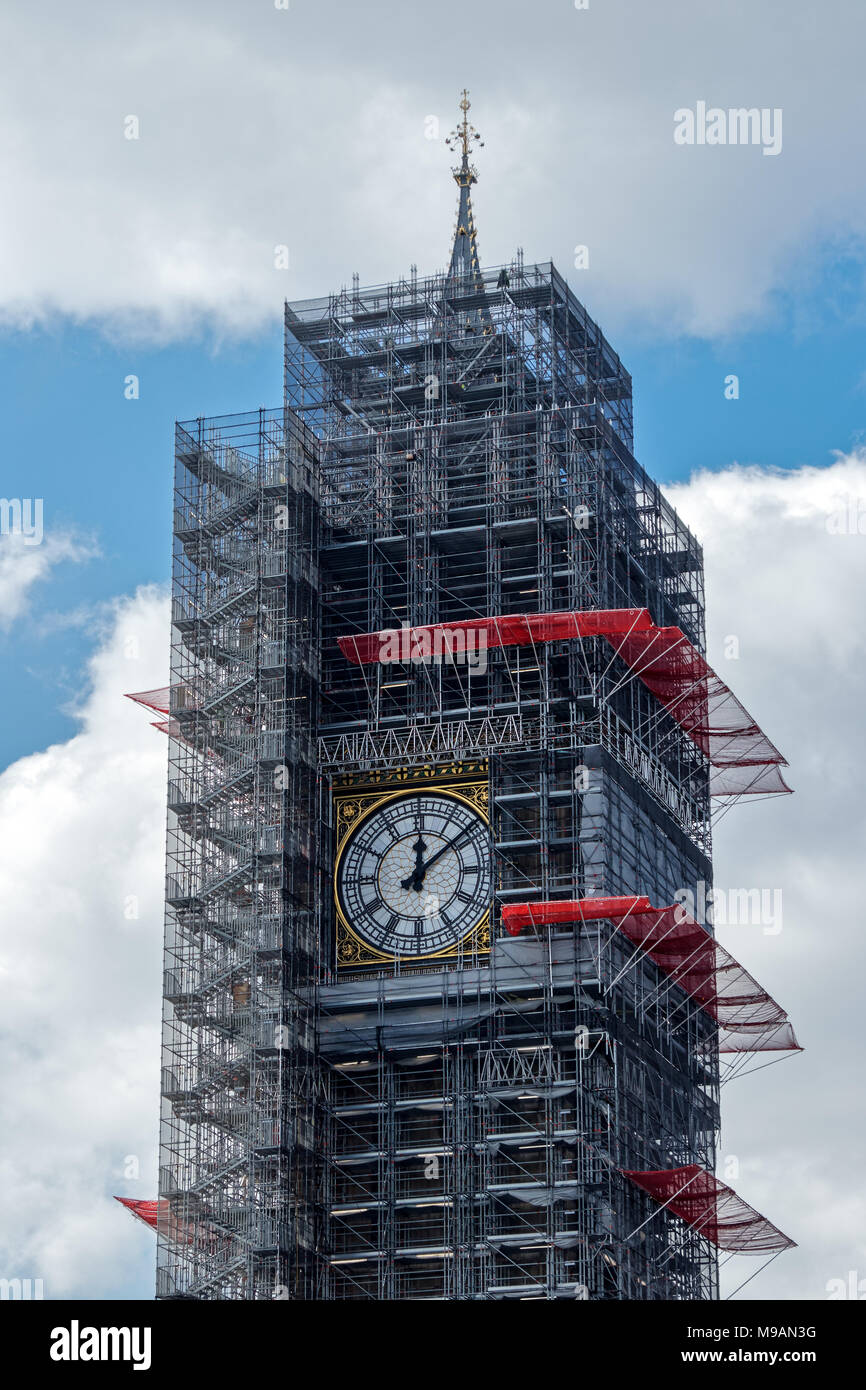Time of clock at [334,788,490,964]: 12:08
